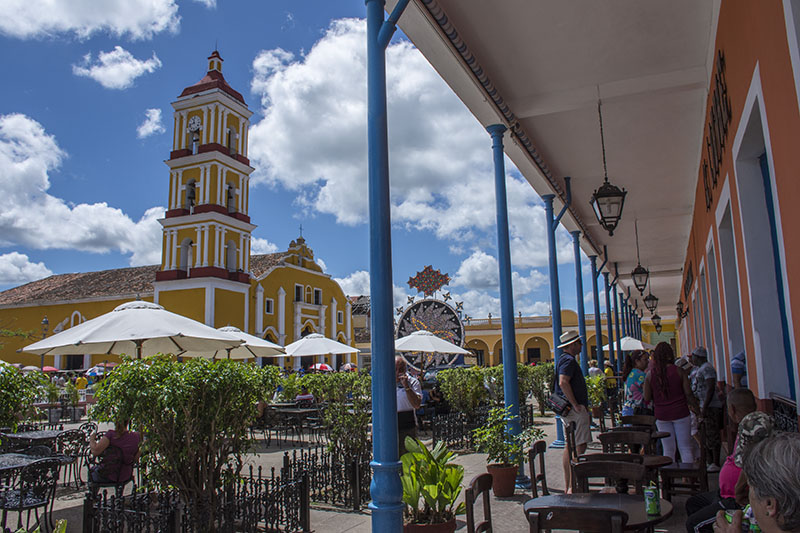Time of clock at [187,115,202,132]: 11:41
